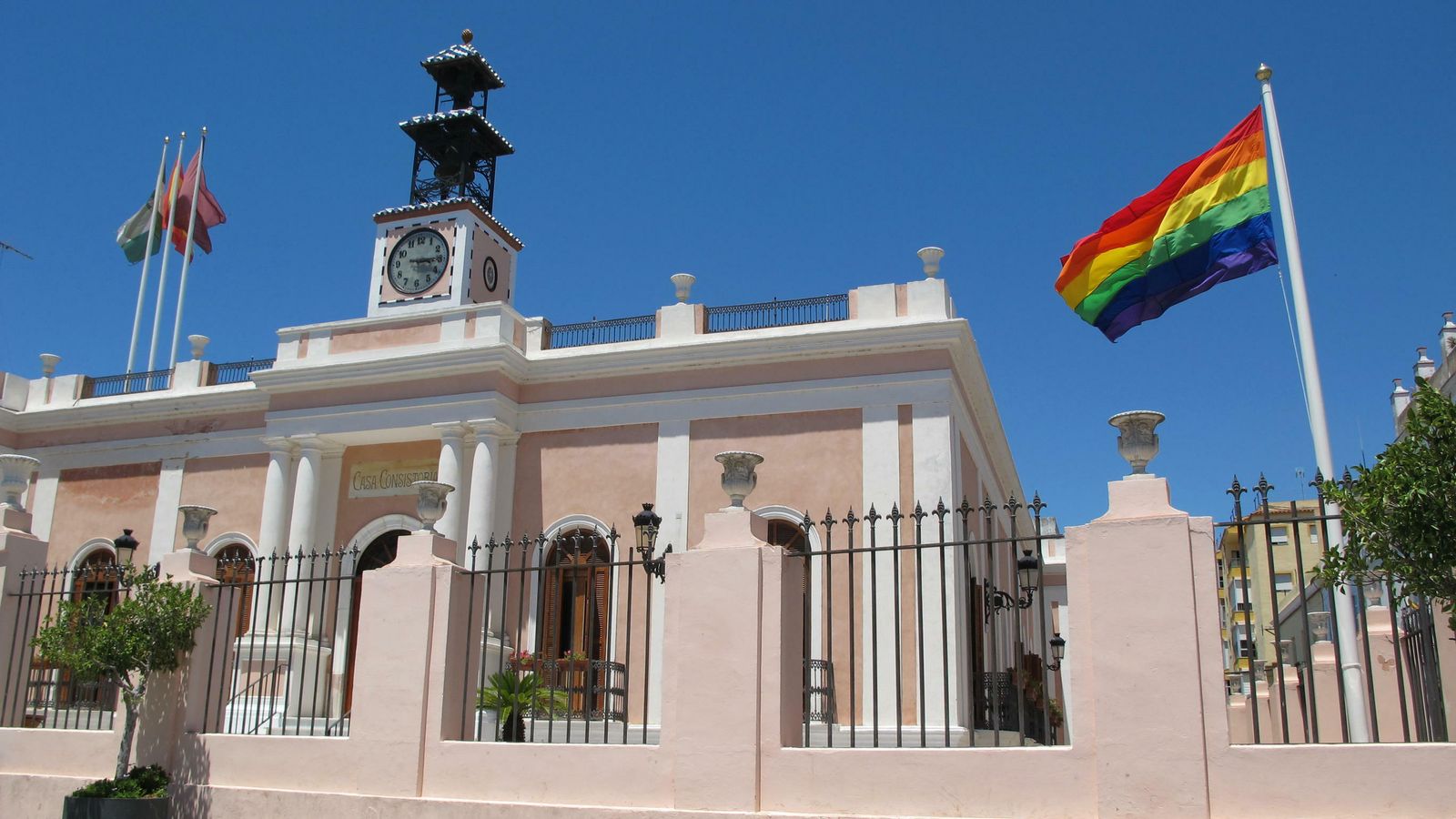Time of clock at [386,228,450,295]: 3:14
